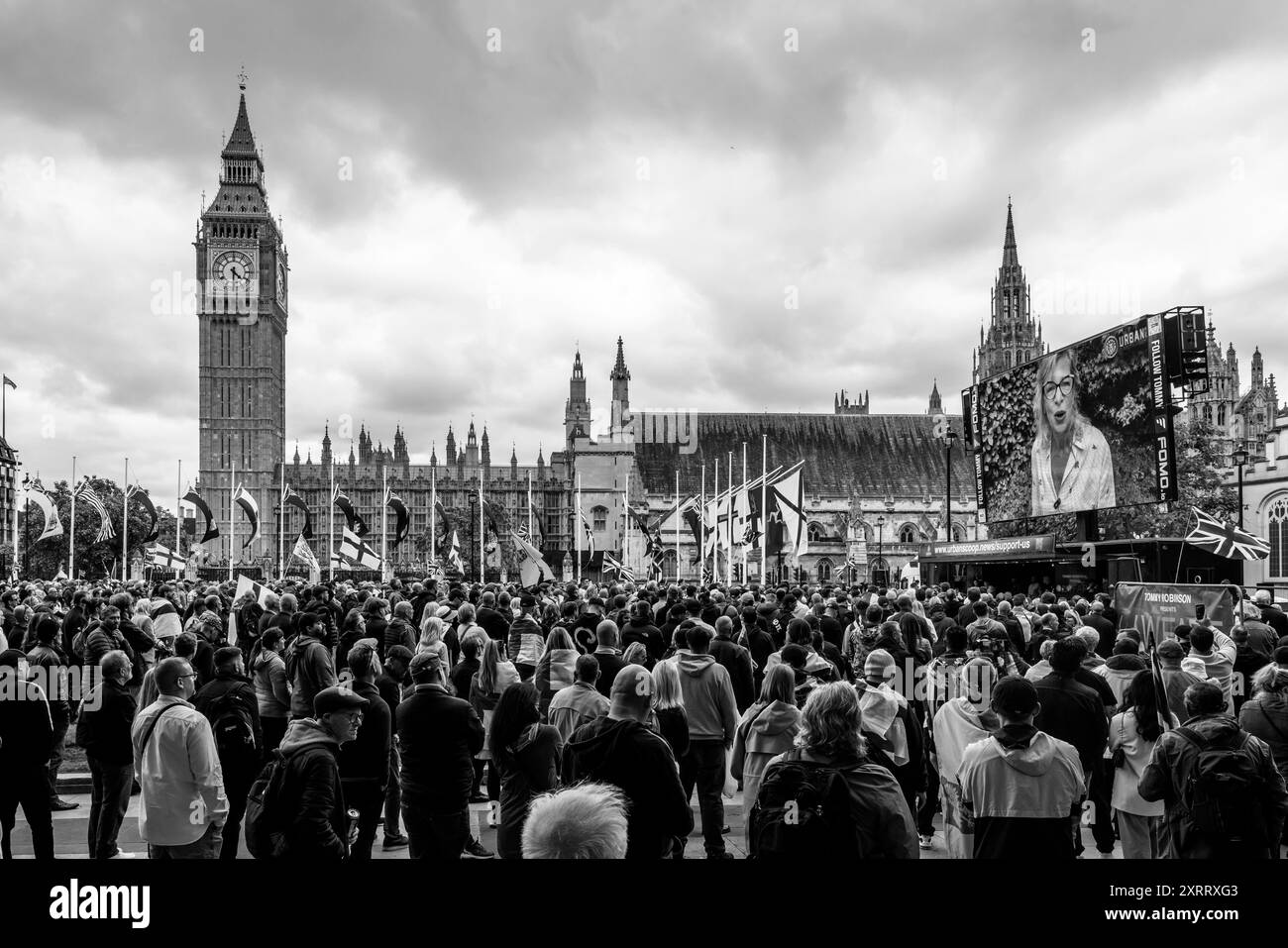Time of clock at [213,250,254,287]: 4:31
